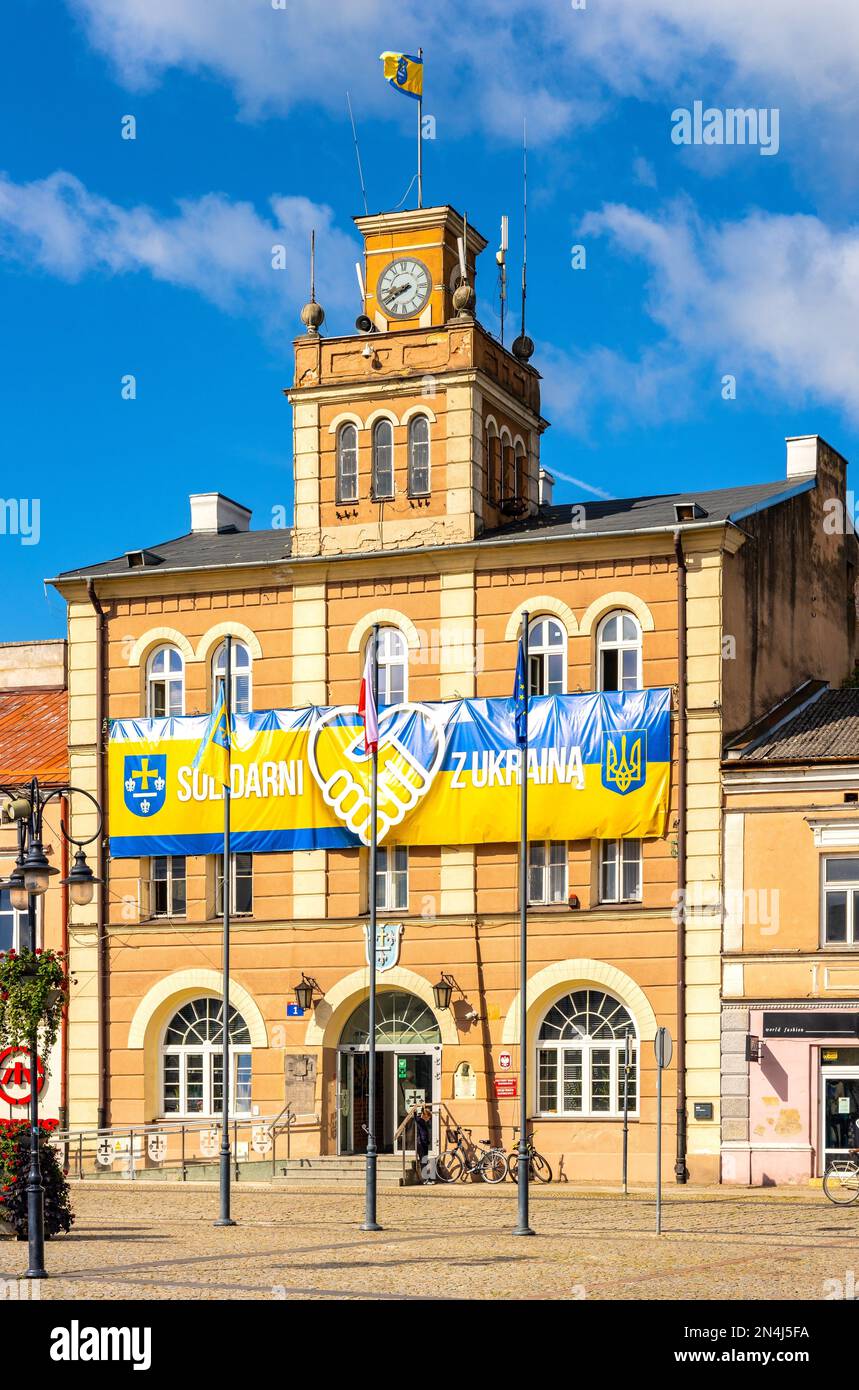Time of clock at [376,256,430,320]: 8:39
